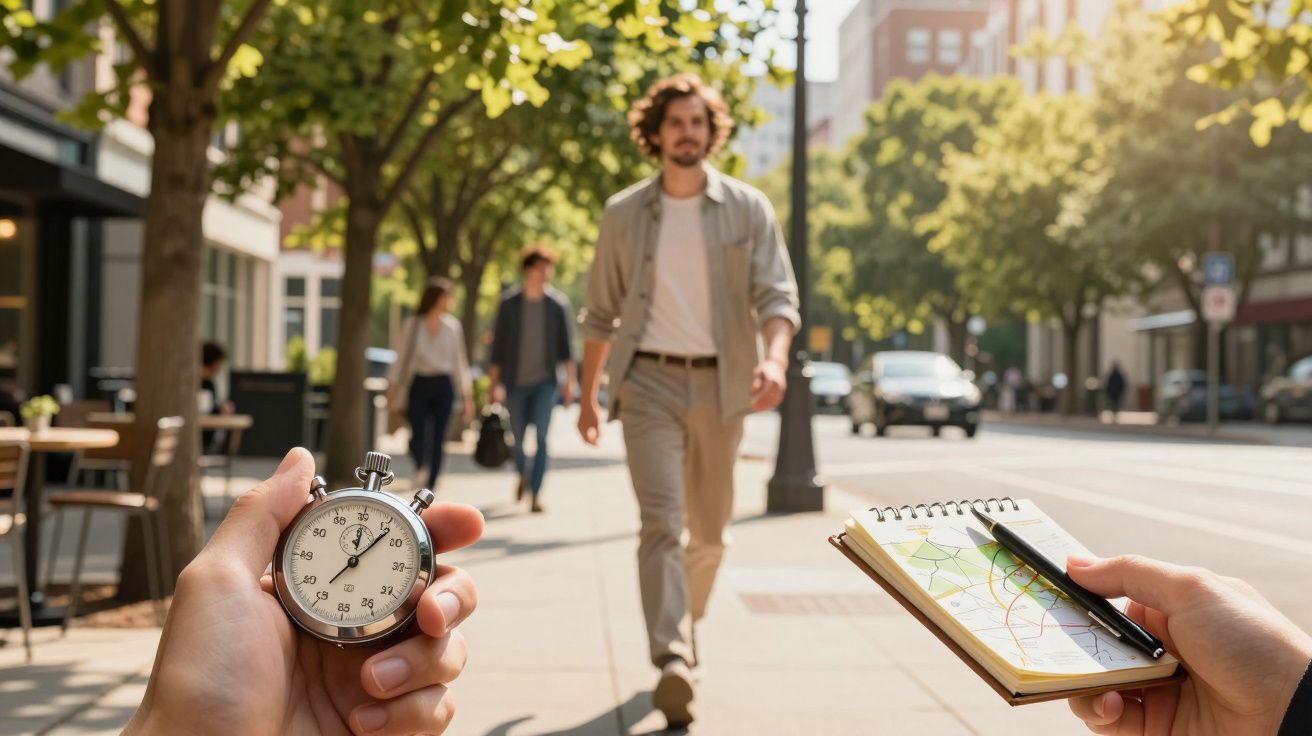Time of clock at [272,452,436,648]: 12:06
